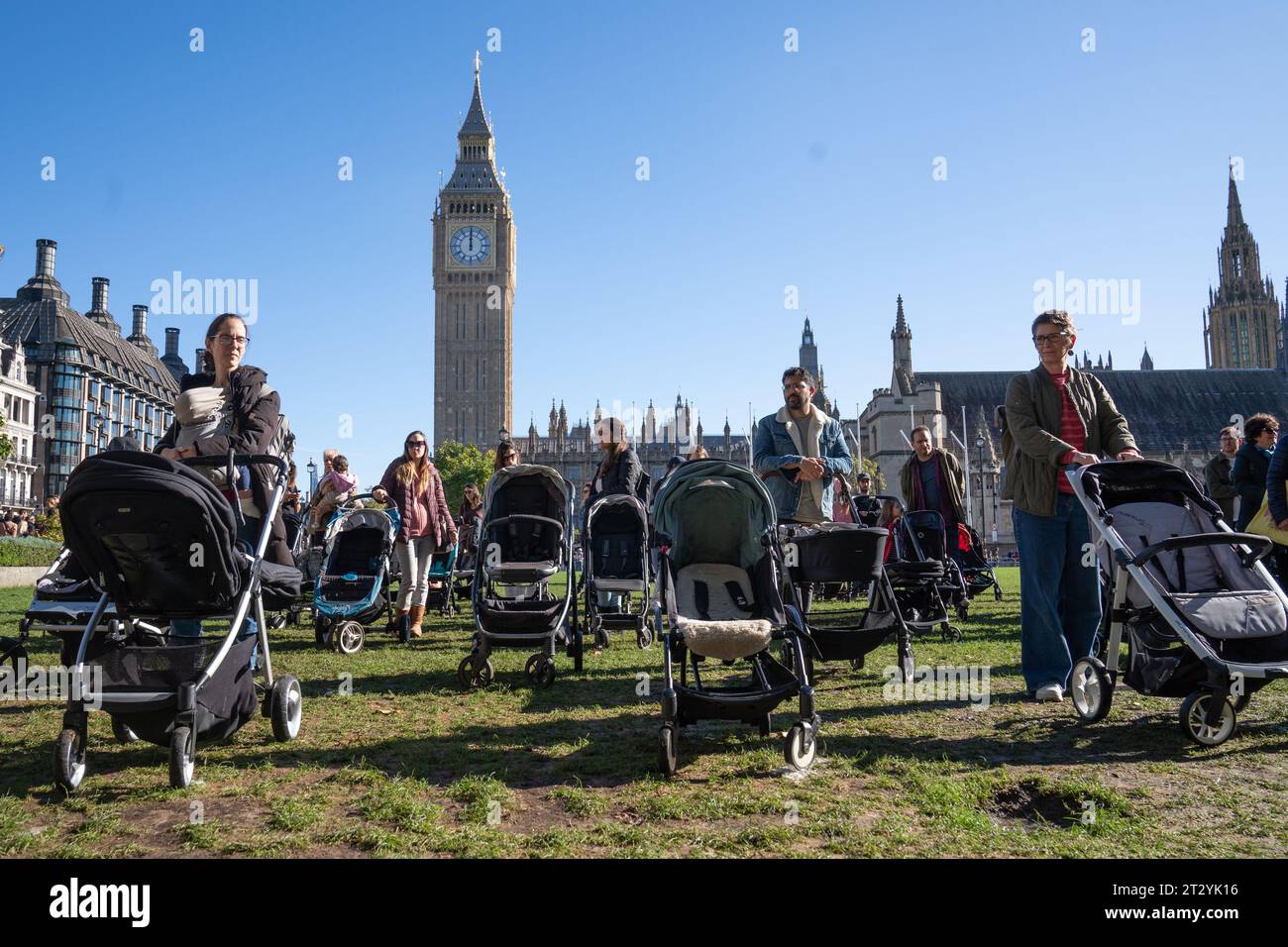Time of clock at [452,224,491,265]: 12:00
